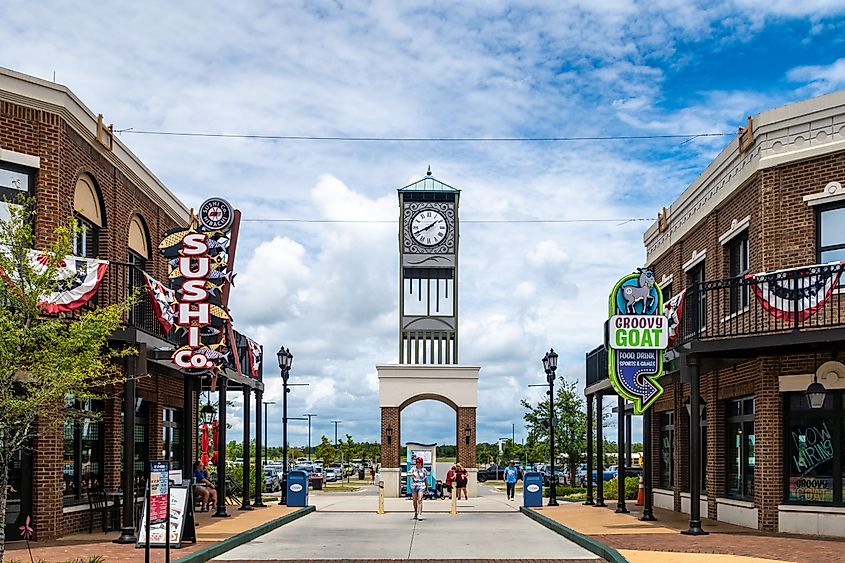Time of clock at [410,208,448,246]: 1:41
